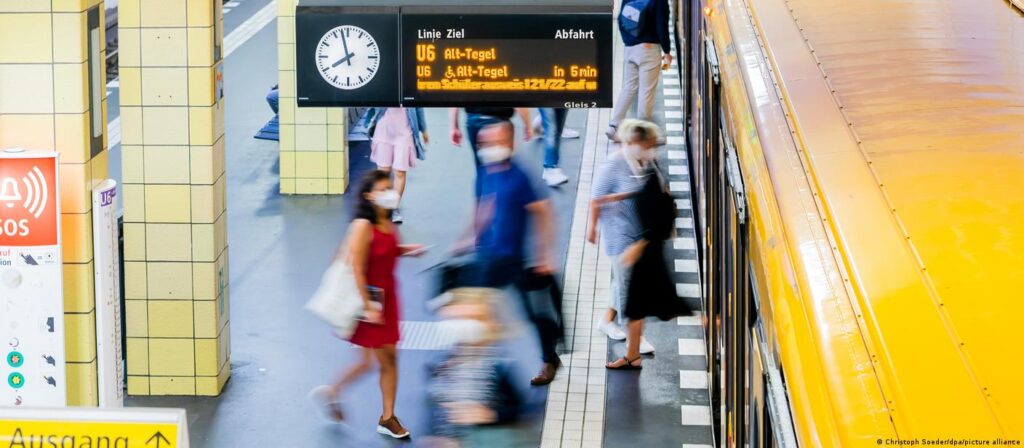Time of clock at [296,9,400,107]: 7:57
